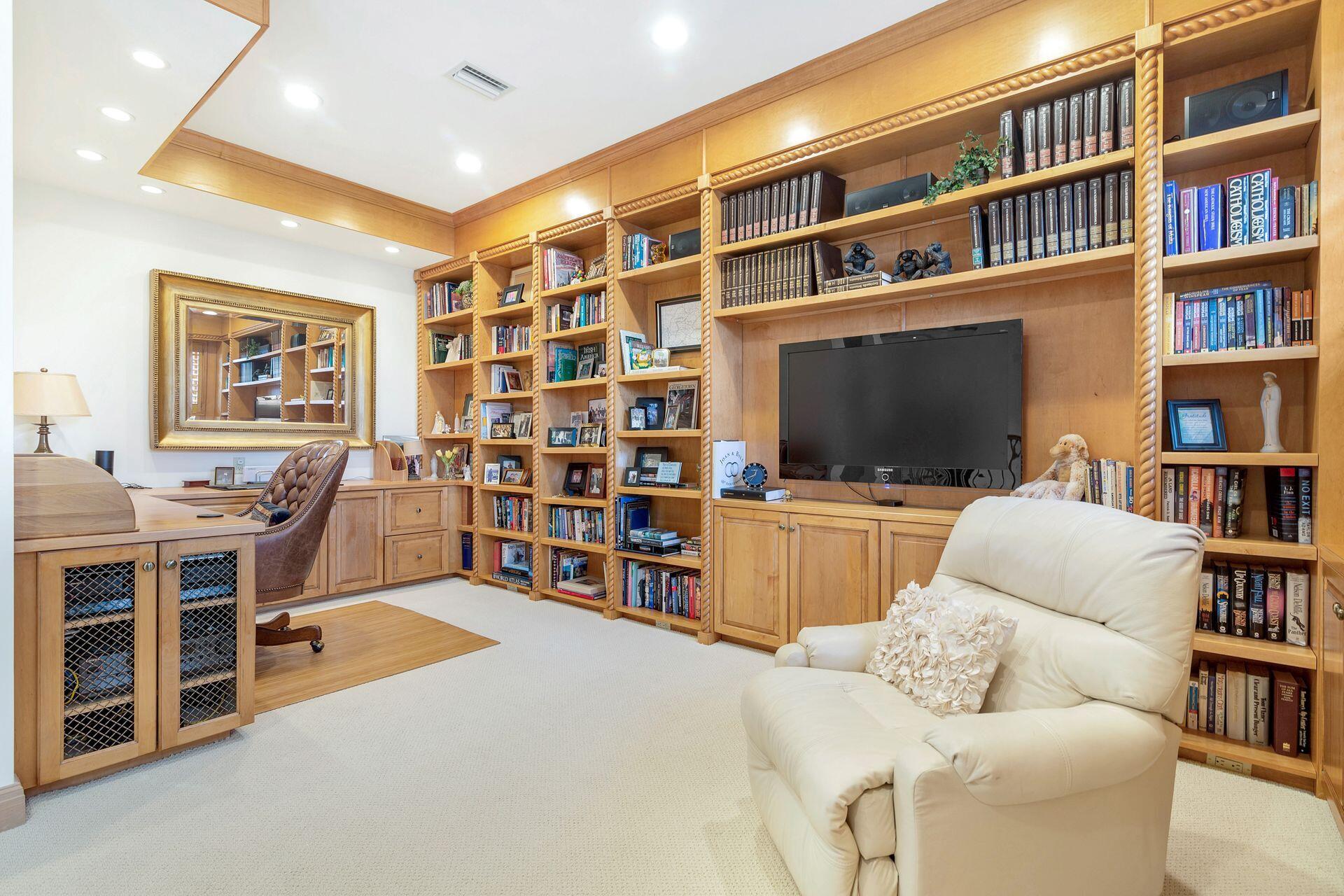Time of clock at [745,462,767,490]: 12:40
